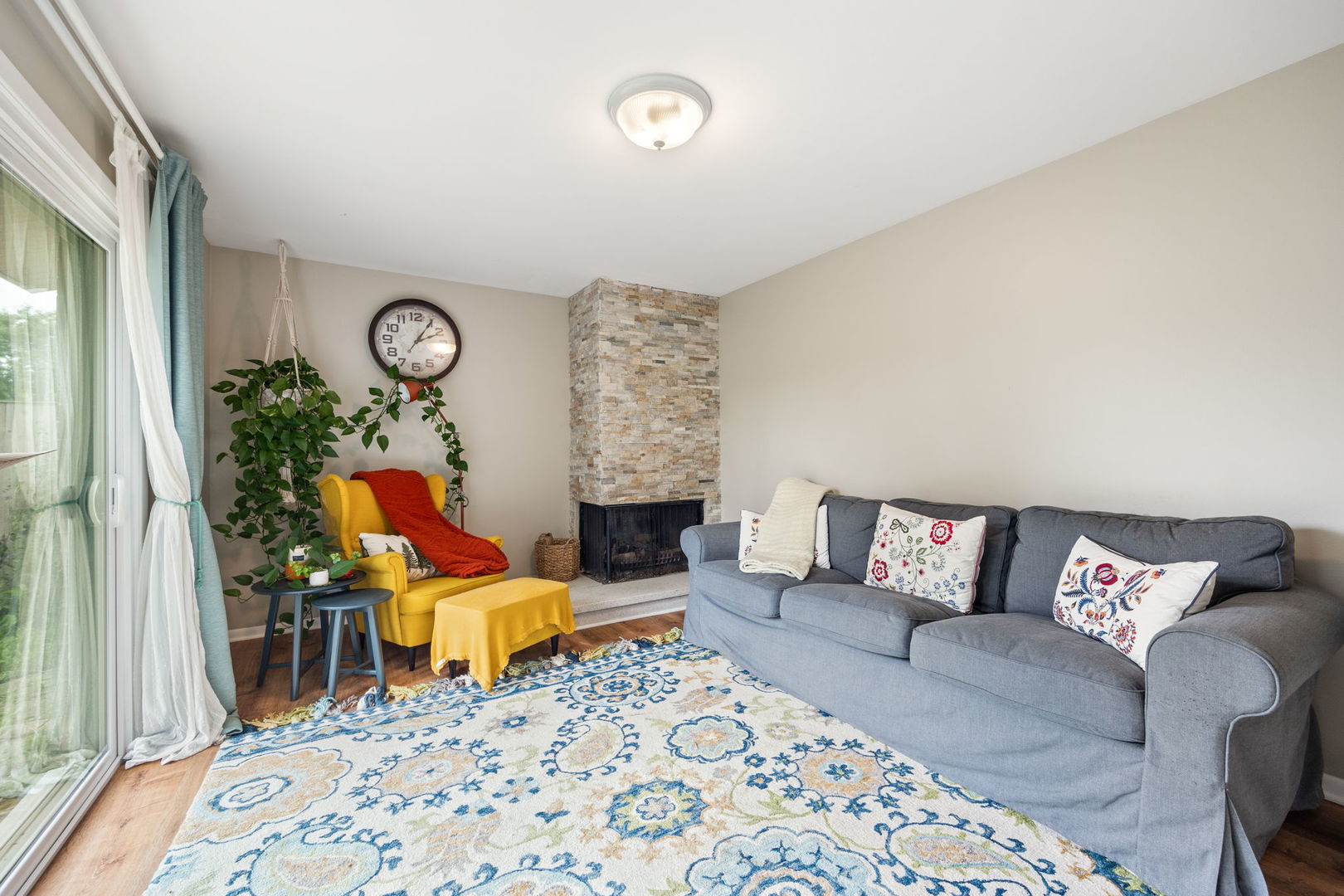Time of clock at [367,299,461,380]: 2:05
